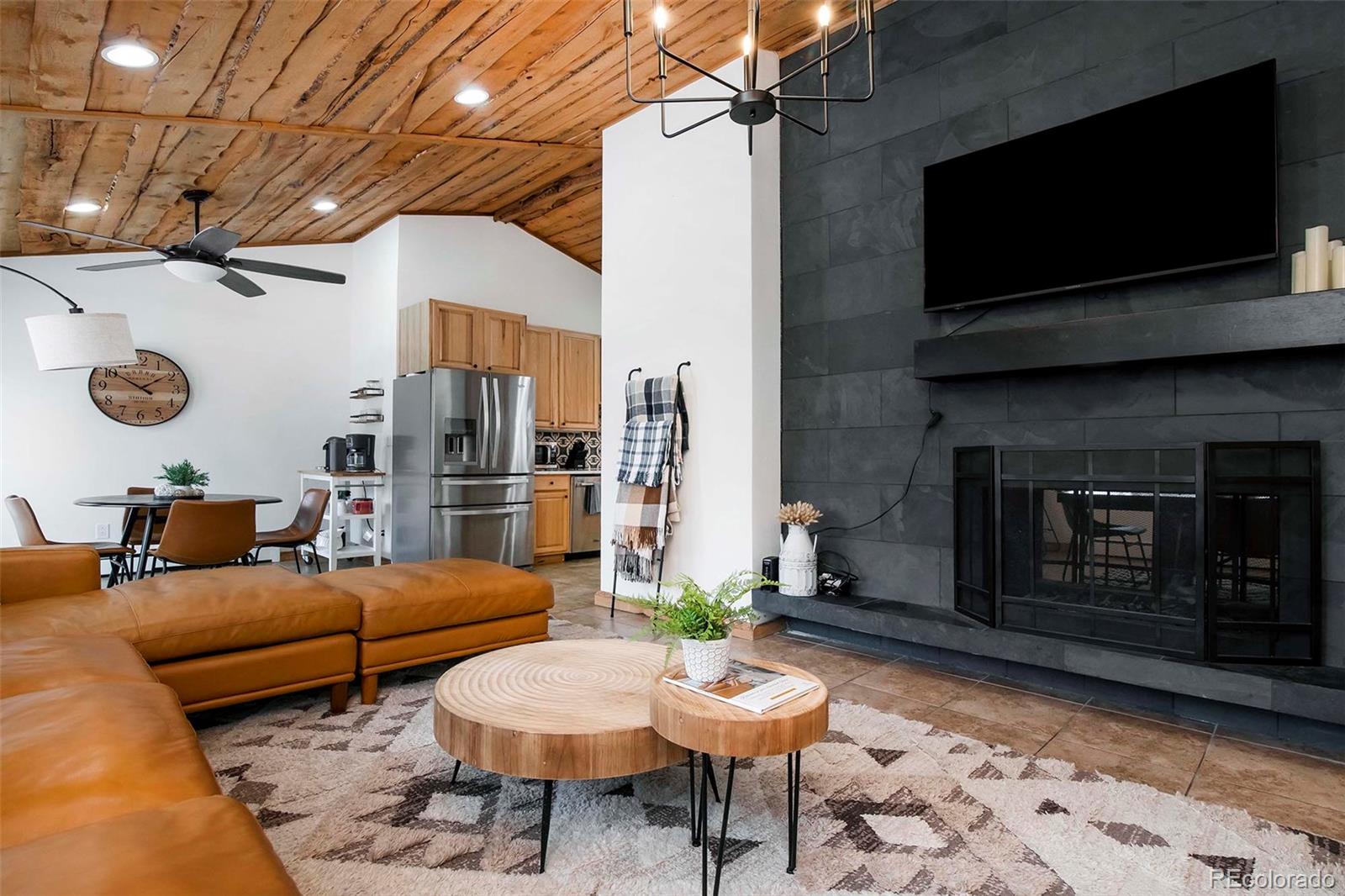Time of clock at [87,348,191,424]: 1:50
